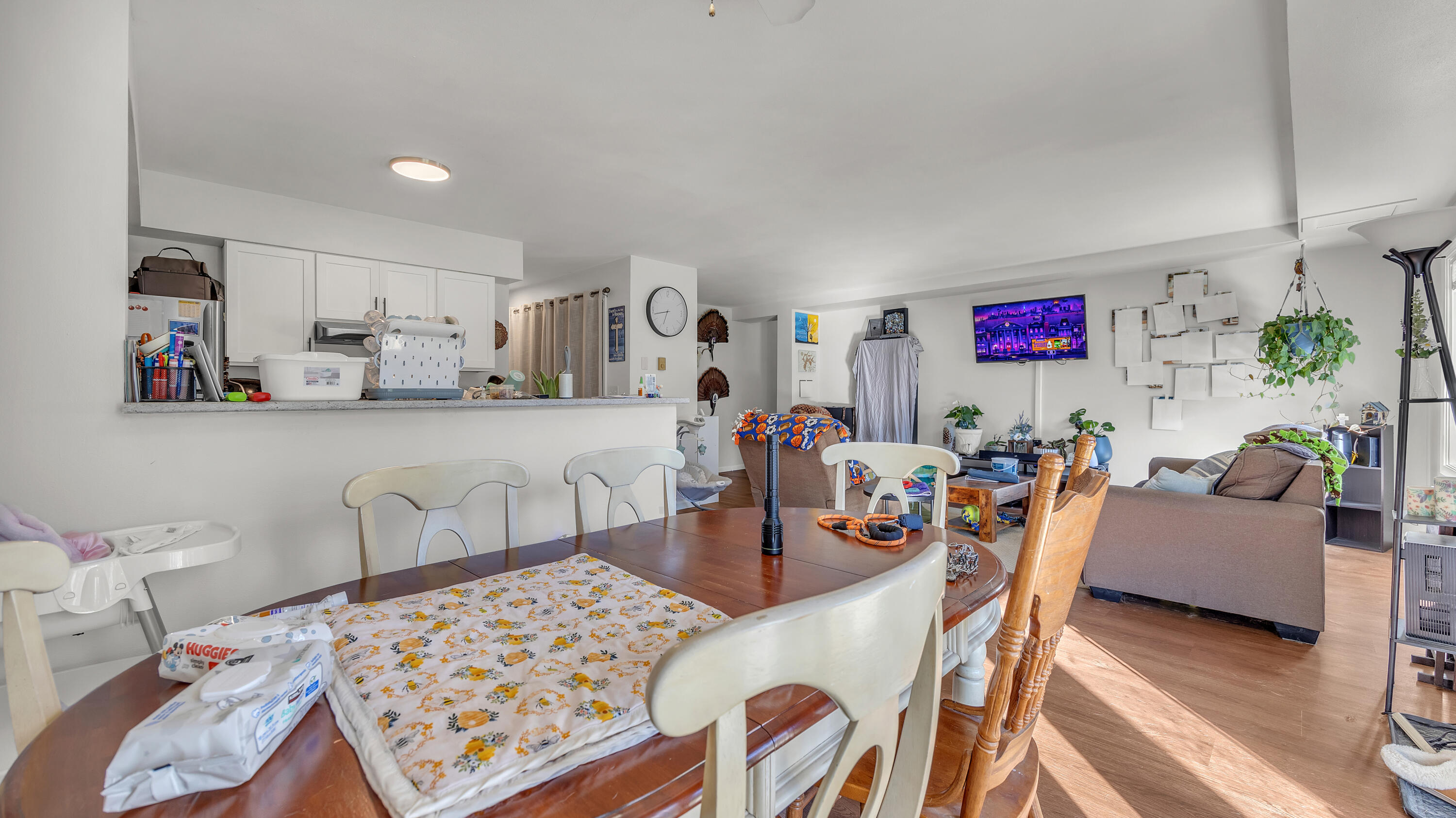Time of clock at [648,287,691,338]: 6:42
